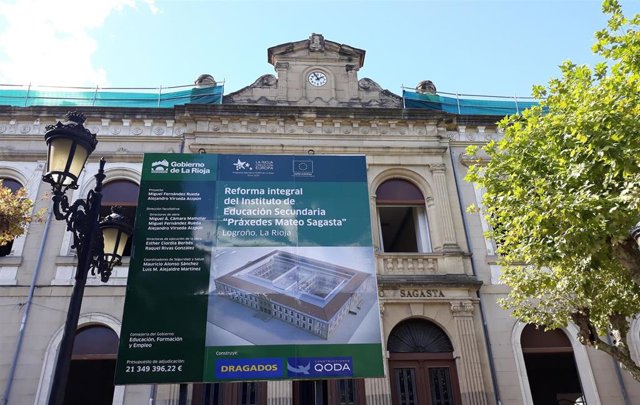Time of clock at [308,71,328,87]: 1:56
